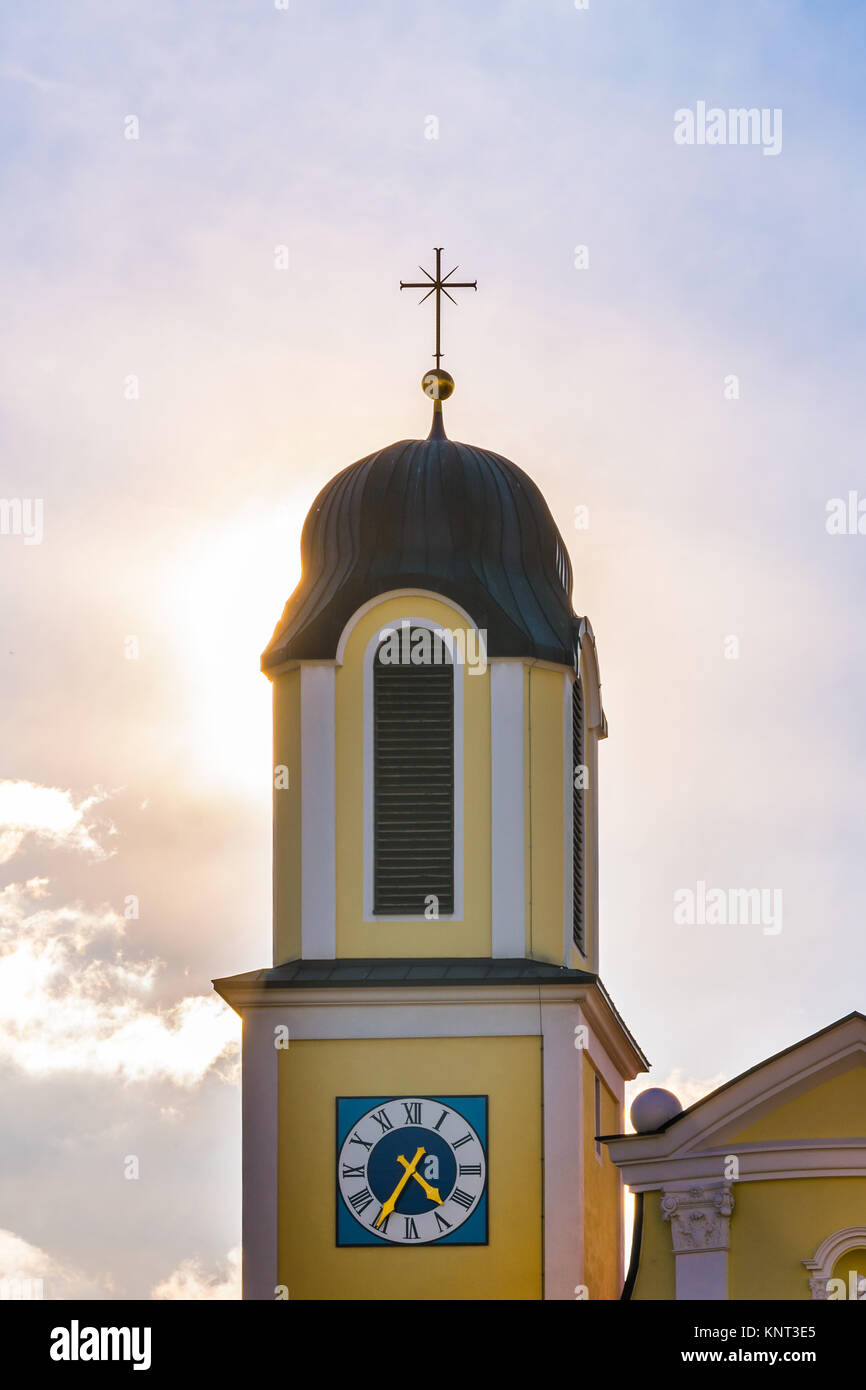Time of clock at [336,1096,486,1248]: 4:35
